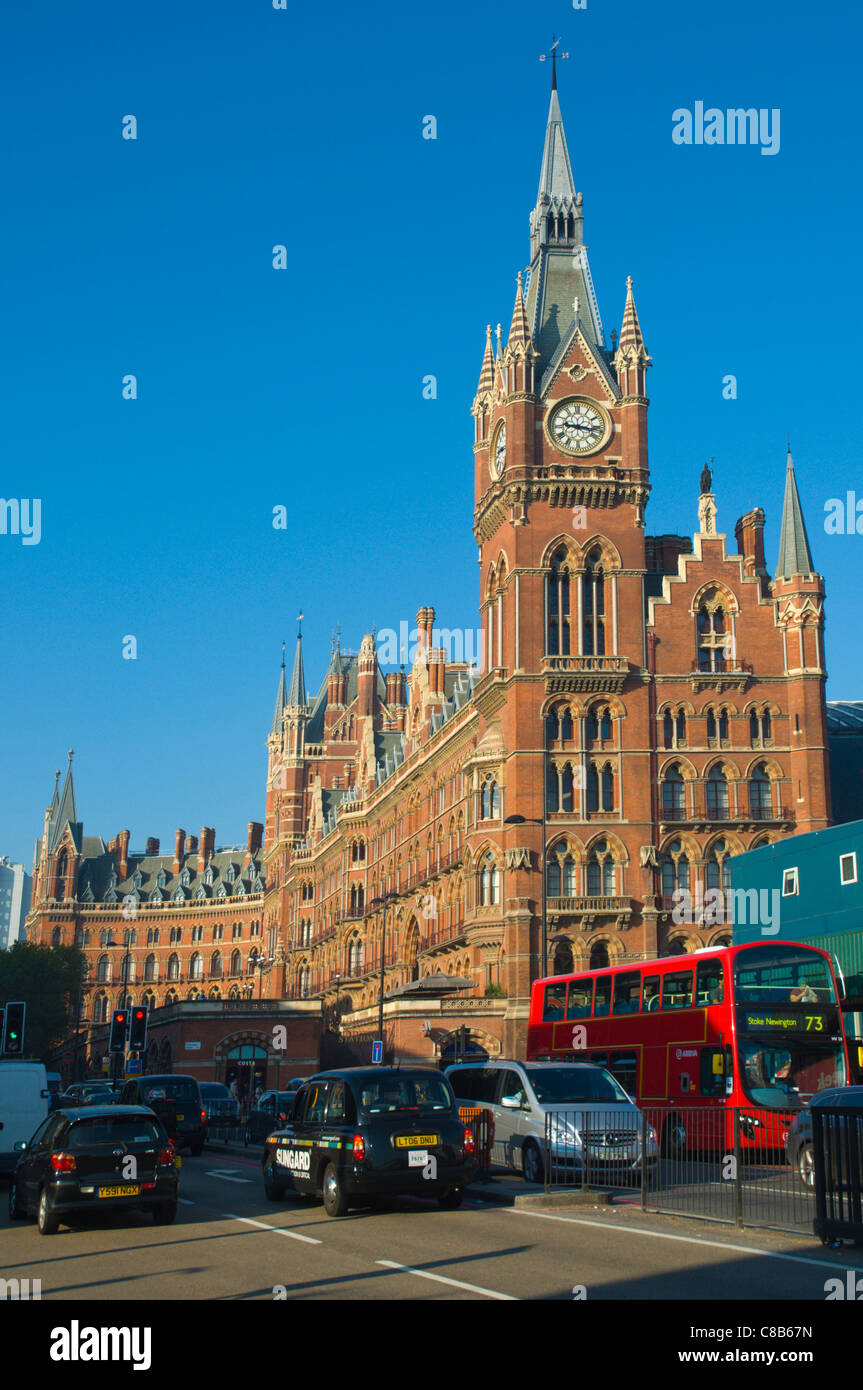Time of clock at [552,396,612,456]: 9:16
